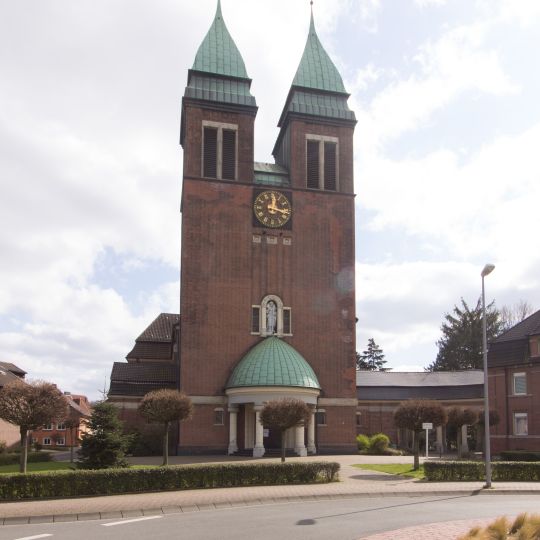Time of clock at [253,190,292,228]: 12:17
